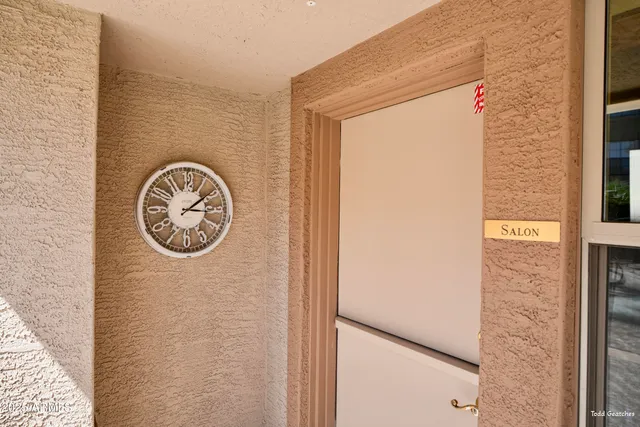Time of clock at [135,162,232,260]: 3:09
